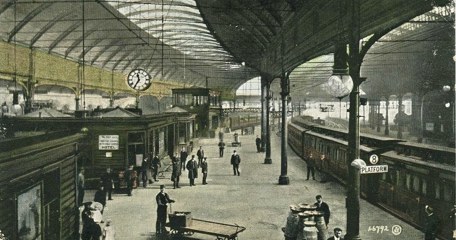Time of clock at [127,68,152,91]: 11:35
